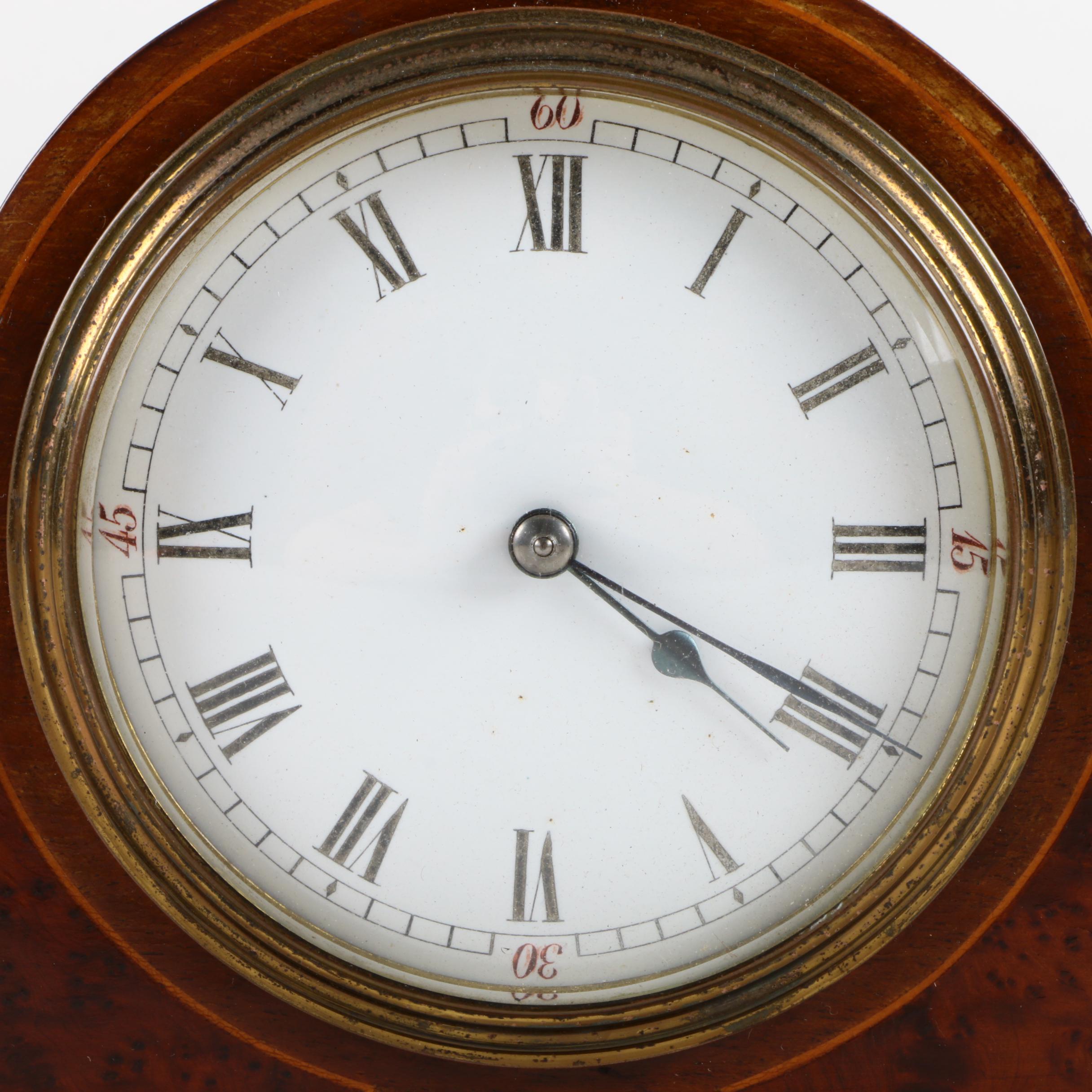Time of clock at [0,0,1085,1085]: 4:19
